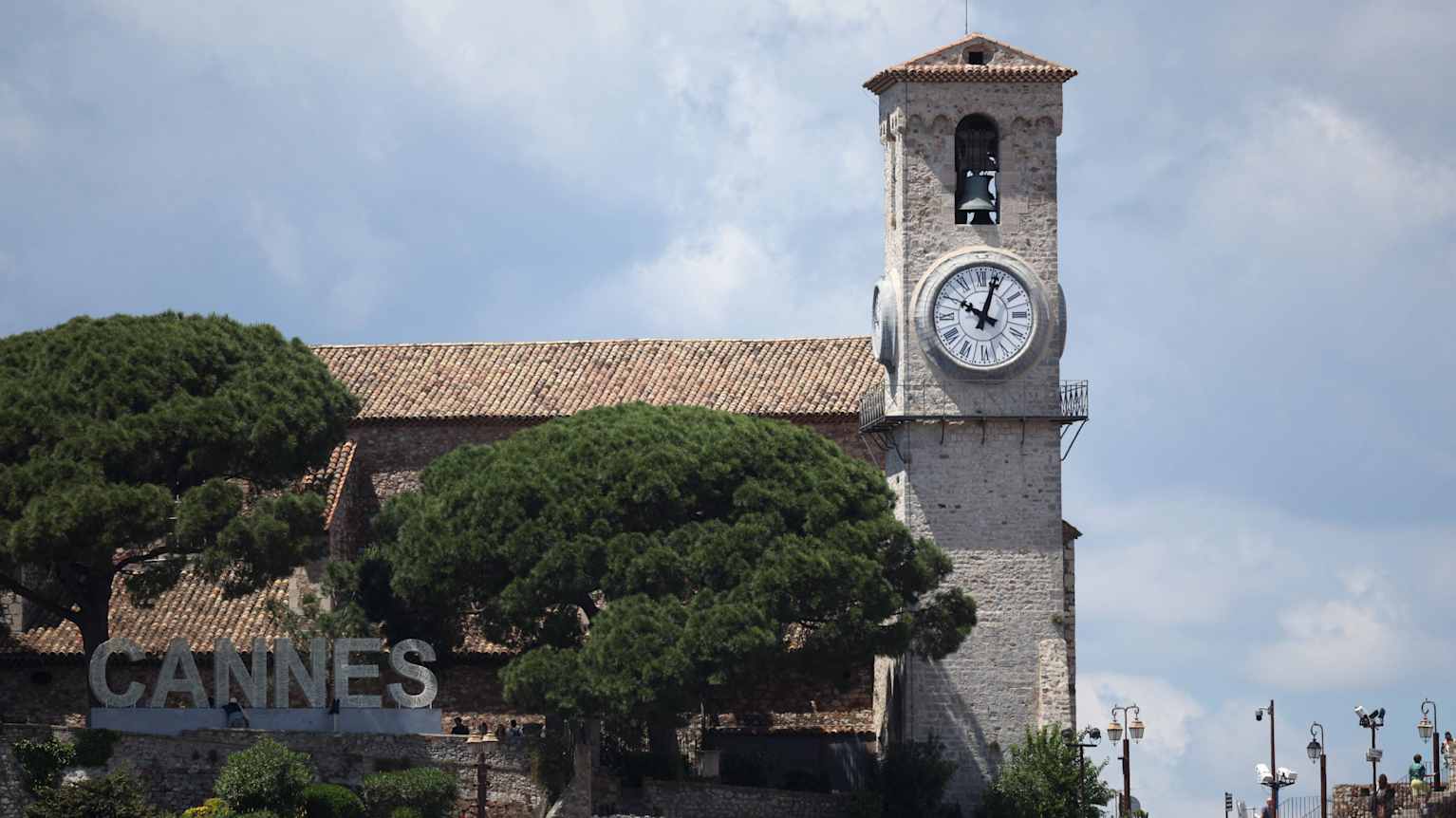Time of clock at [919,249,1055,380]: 10:03
